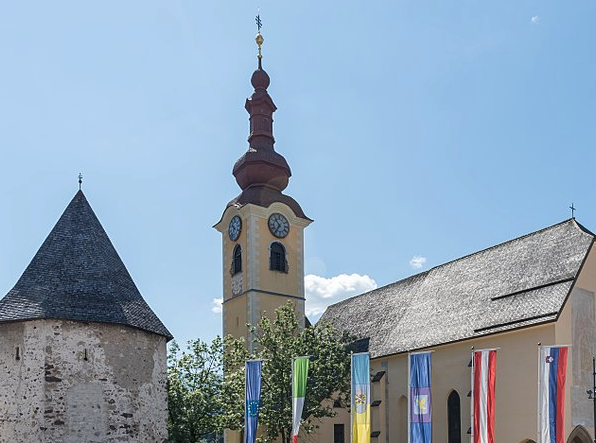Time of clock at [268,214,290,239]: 10:36
